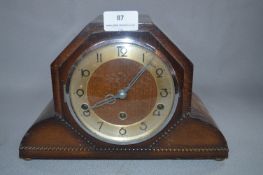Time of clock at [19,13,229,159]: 8:06
